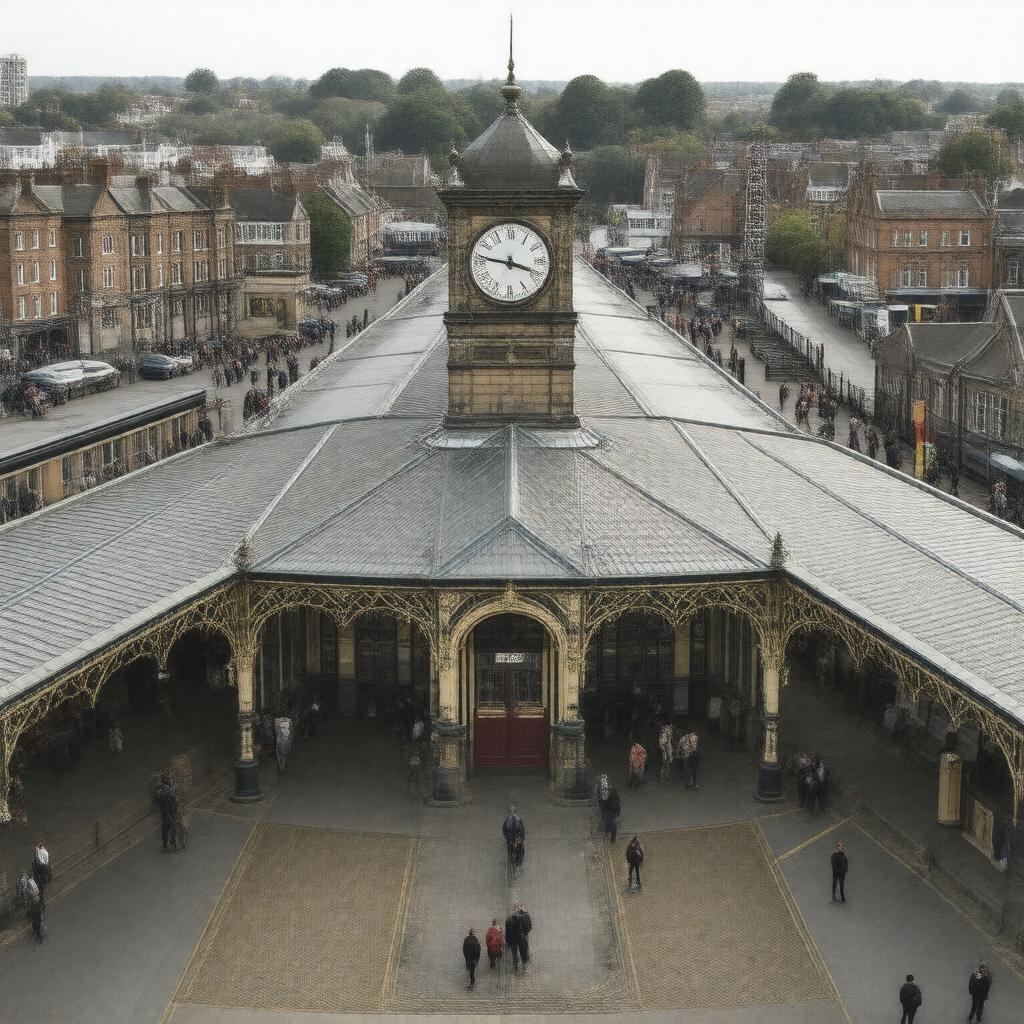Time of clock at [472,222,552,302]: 3:46
